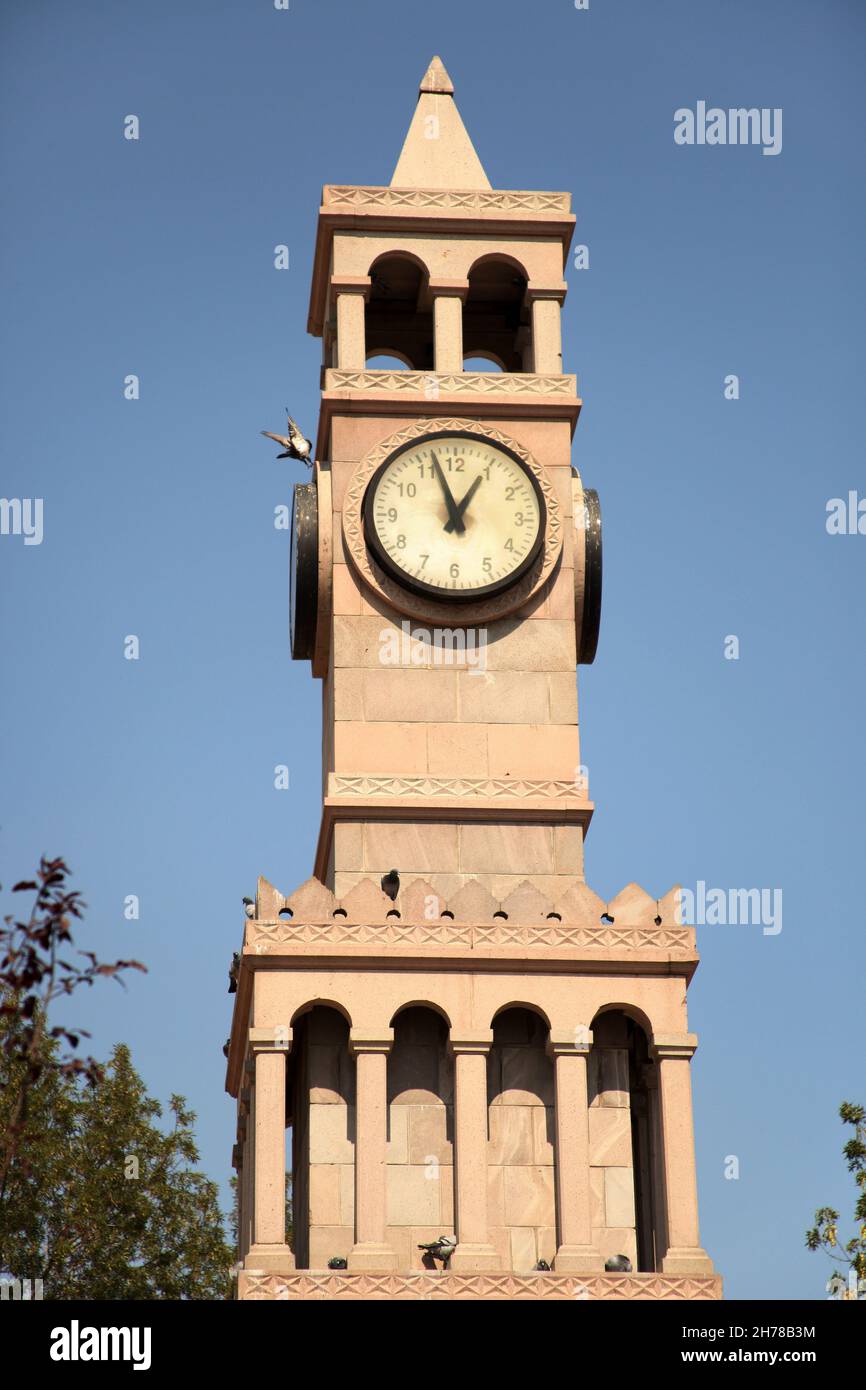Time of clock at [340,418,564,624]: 12:57
